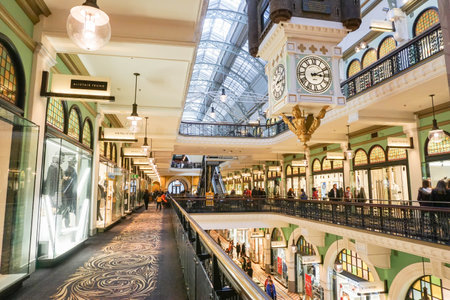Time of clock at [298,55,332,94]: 3:11
